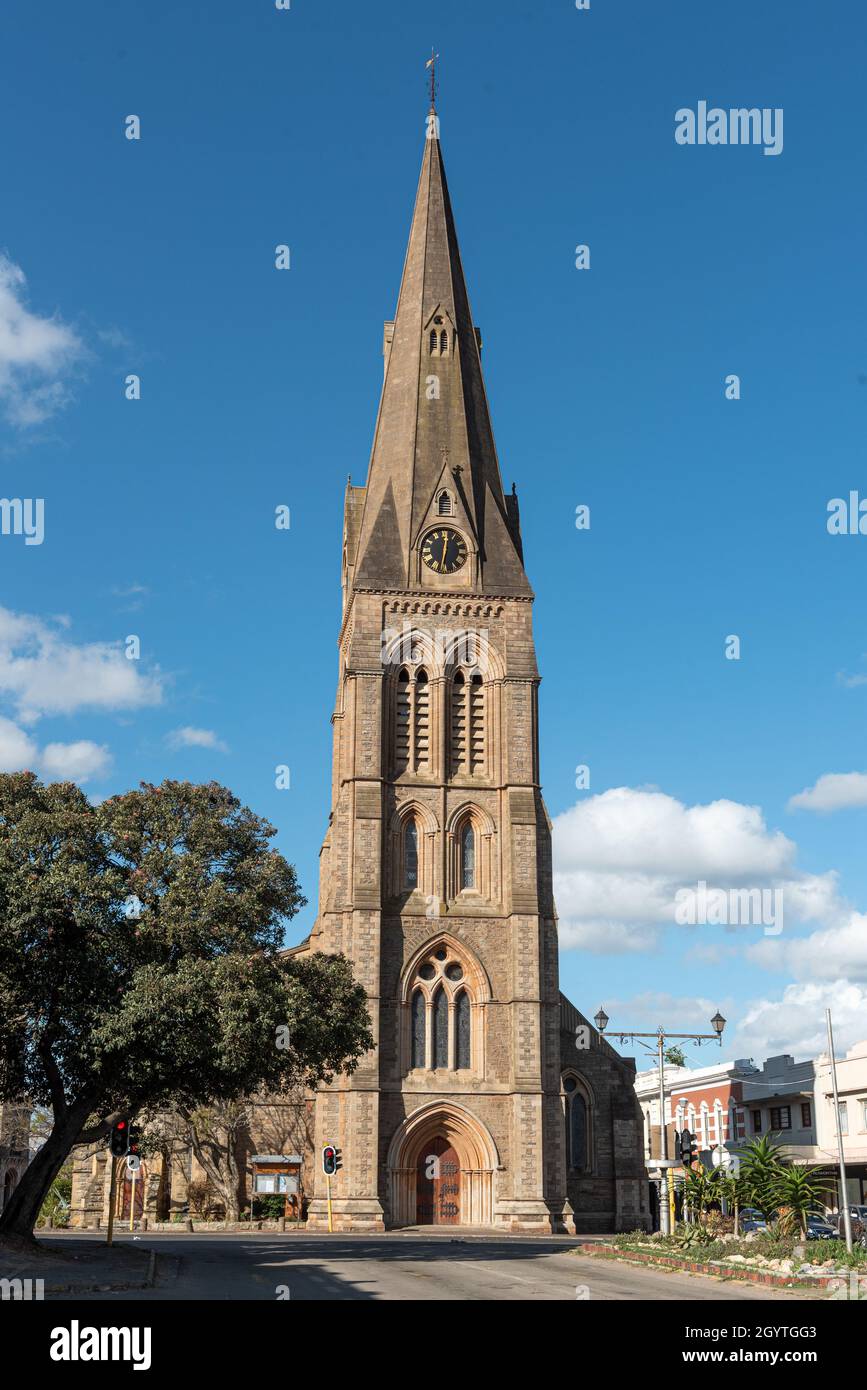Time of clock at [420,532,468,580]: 12:32
